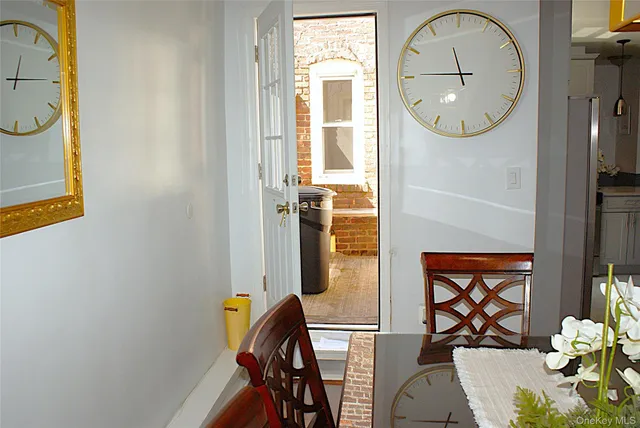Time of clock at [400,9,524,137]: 11:45
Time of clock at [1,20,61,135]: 12:14
